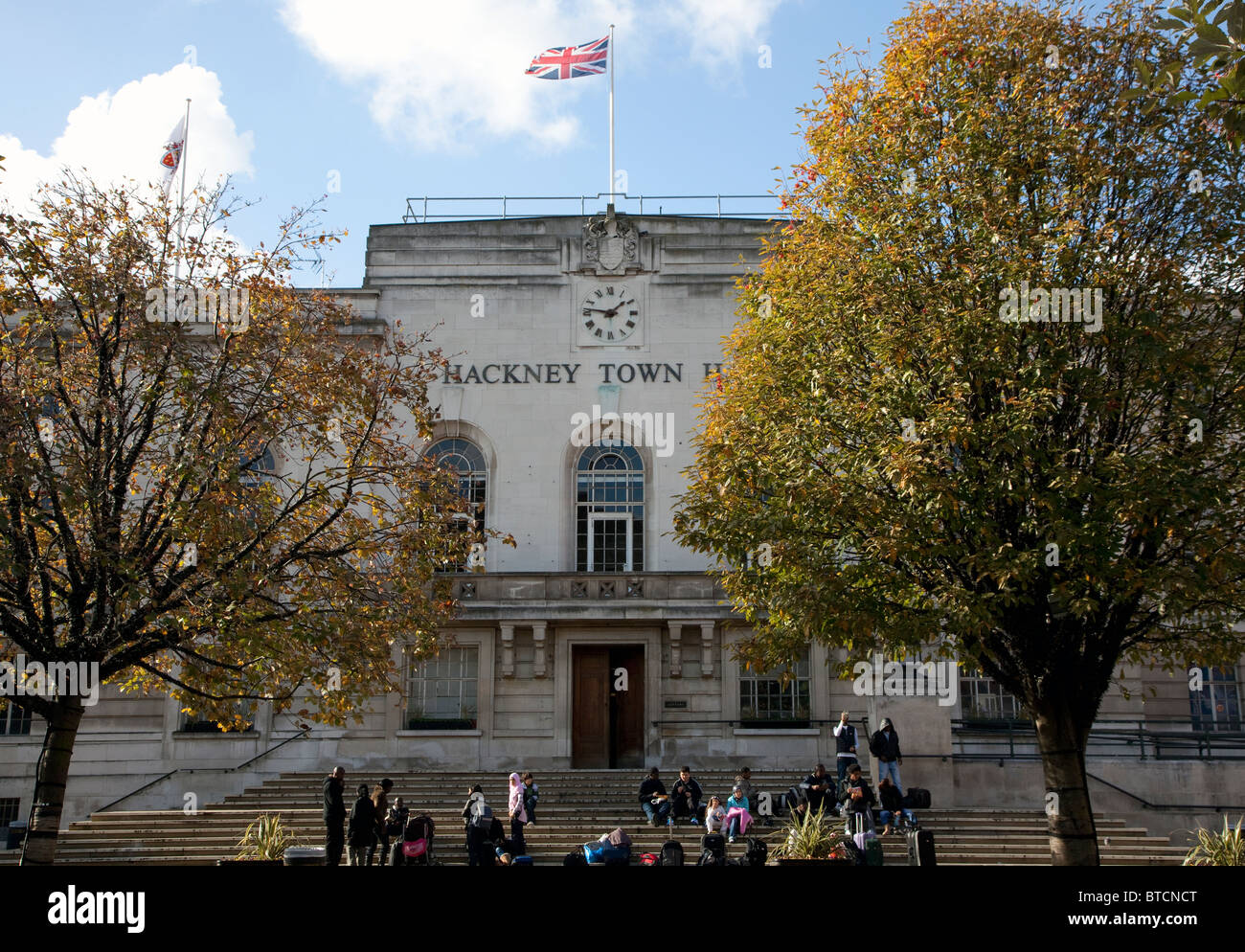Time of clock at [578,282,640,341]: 1:46
